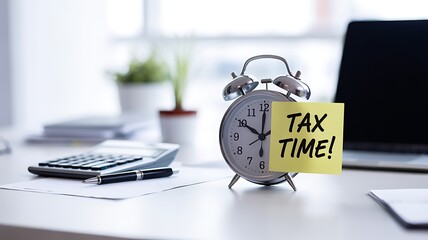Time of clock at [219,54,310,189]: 10:00
